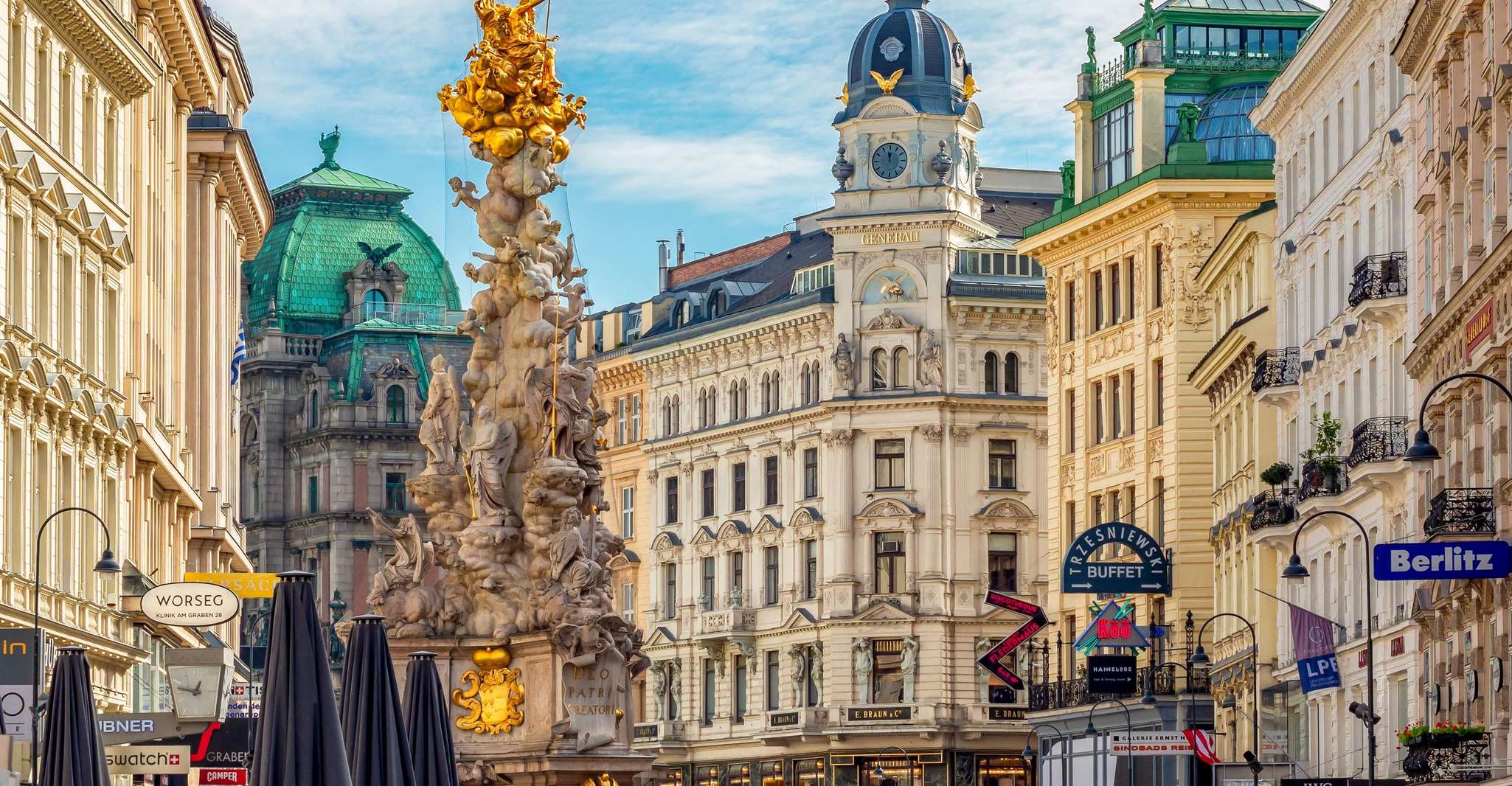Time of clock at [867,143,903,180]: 11:58
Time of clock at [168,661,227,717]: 12:47
